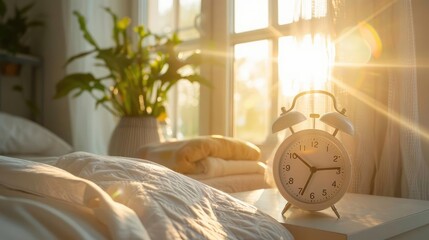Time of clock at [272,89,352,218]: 10:14
